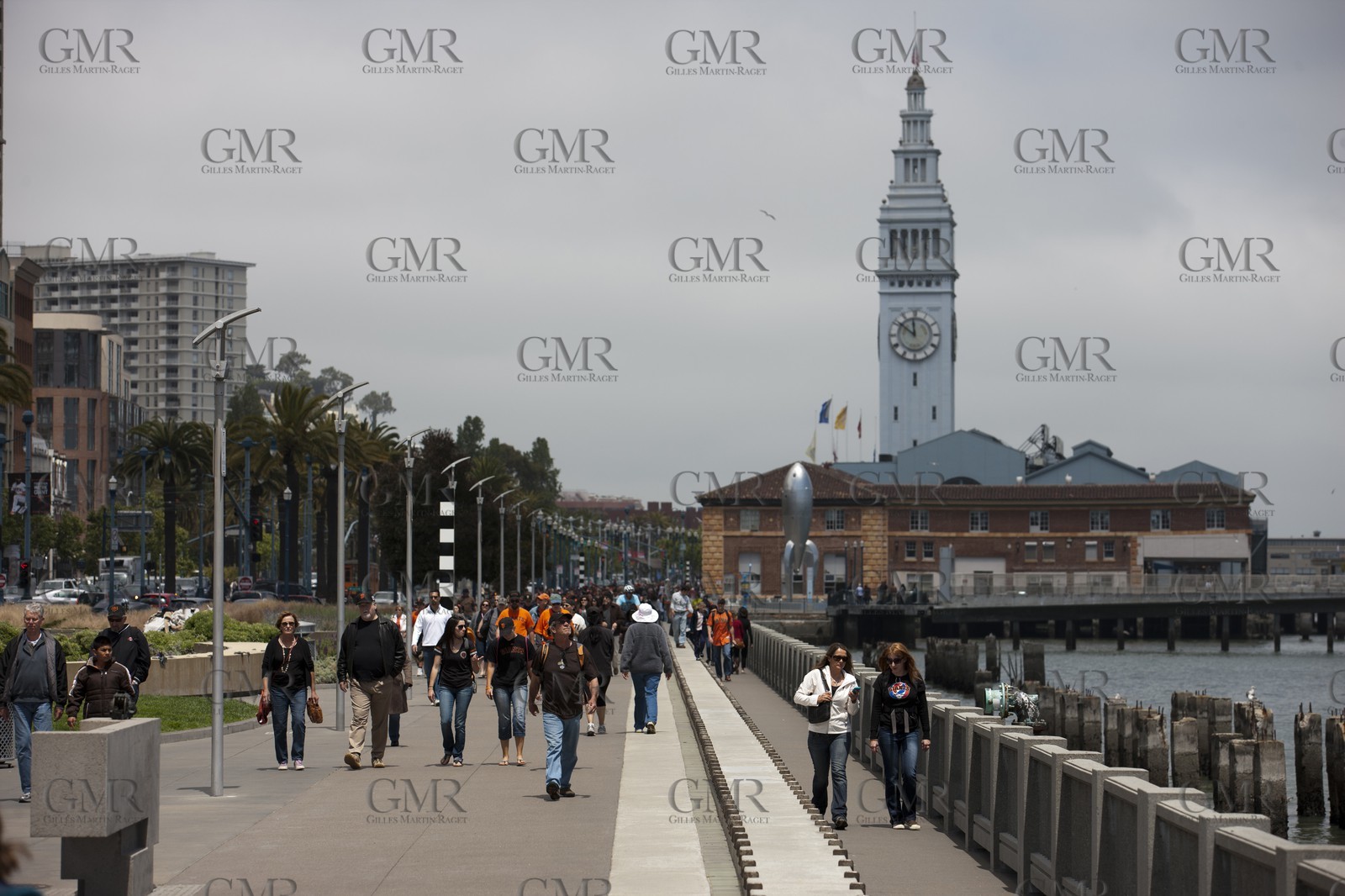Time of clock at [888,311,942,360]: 11:51
